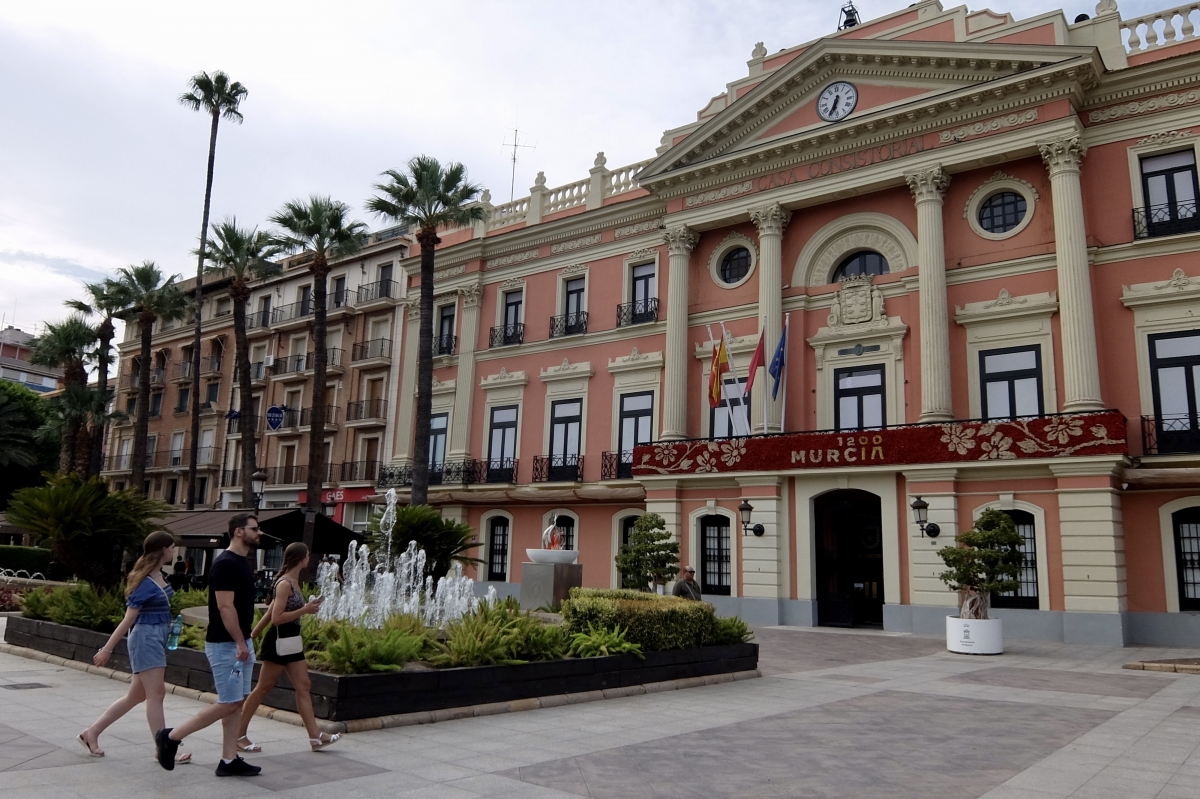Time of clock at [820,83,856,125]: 6:34
